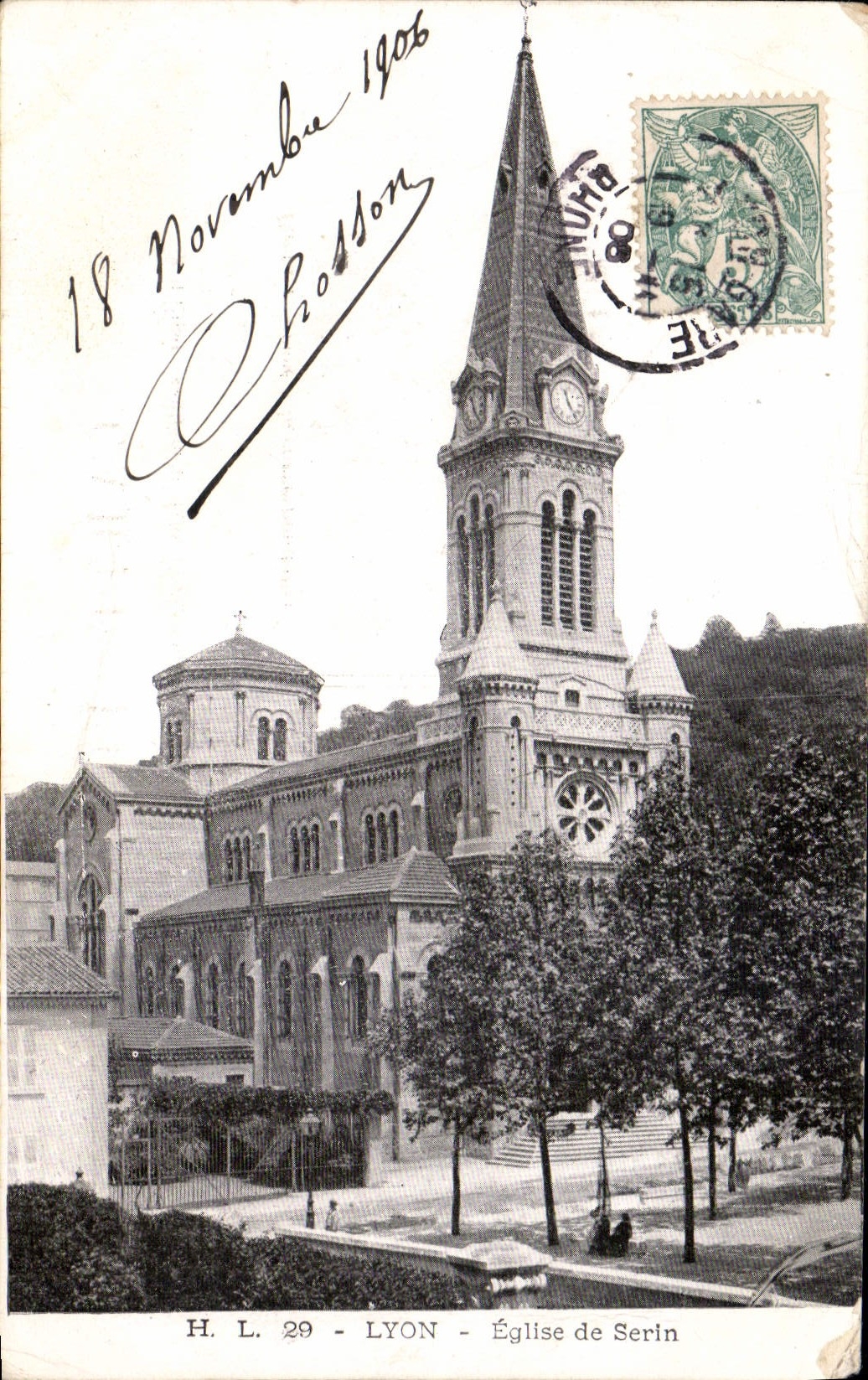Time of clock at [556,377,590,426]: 11:25
